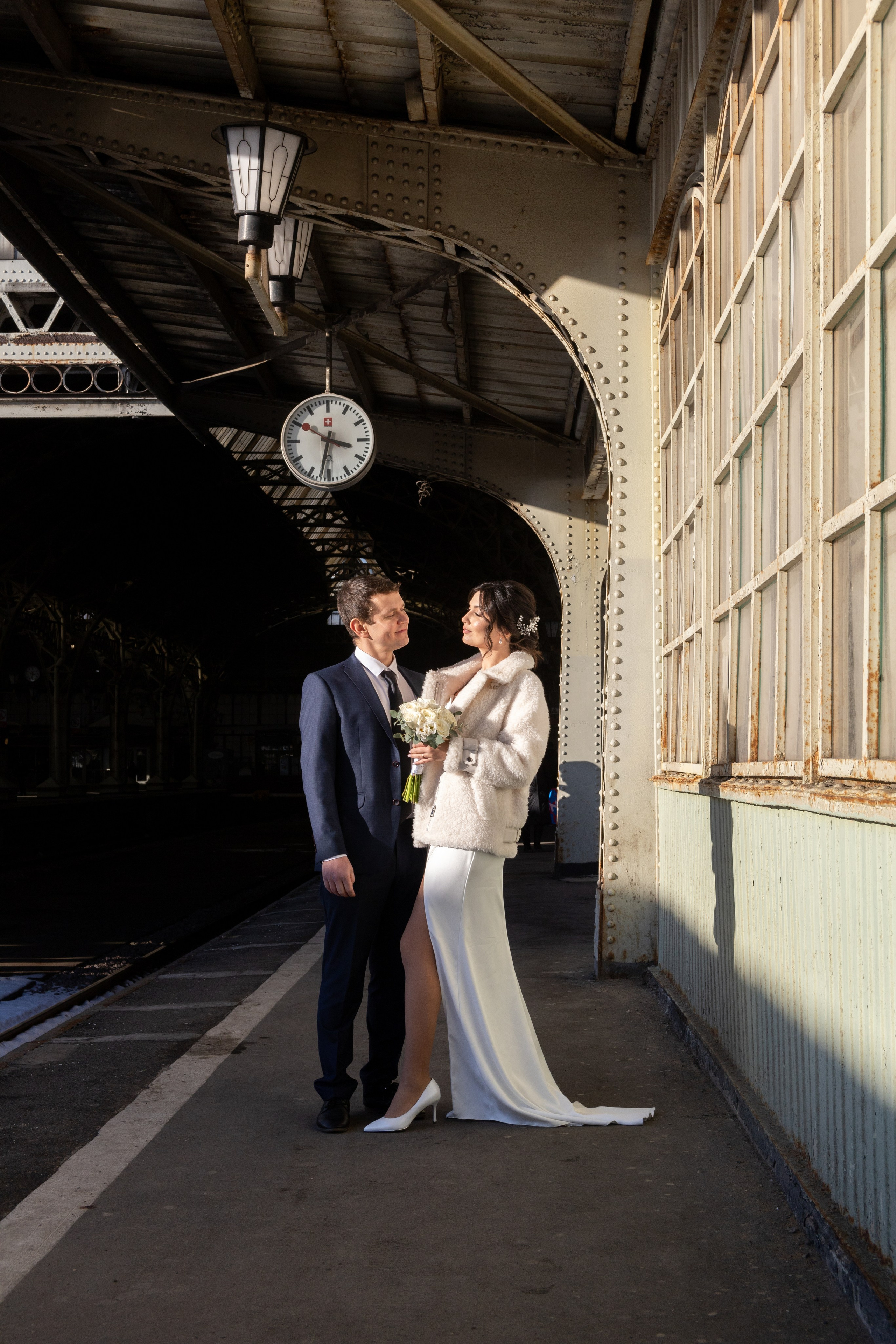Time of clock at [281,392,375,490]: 3:32
